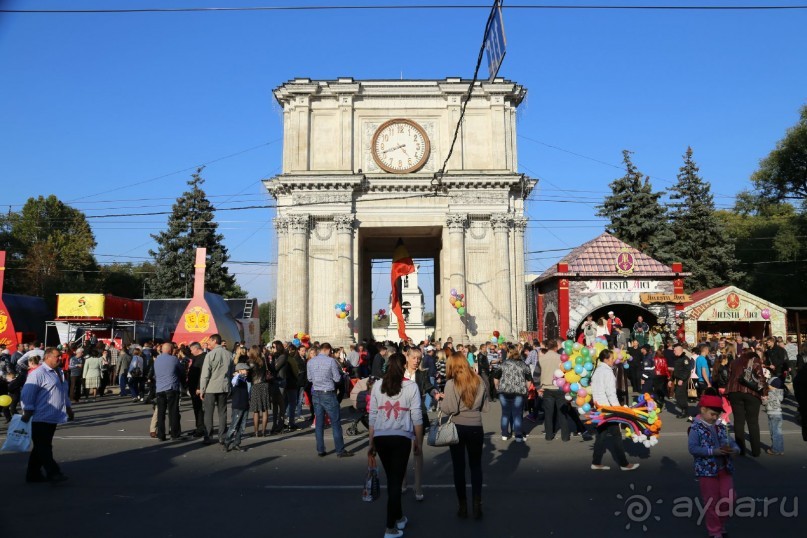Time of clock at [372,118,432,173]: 4:41
